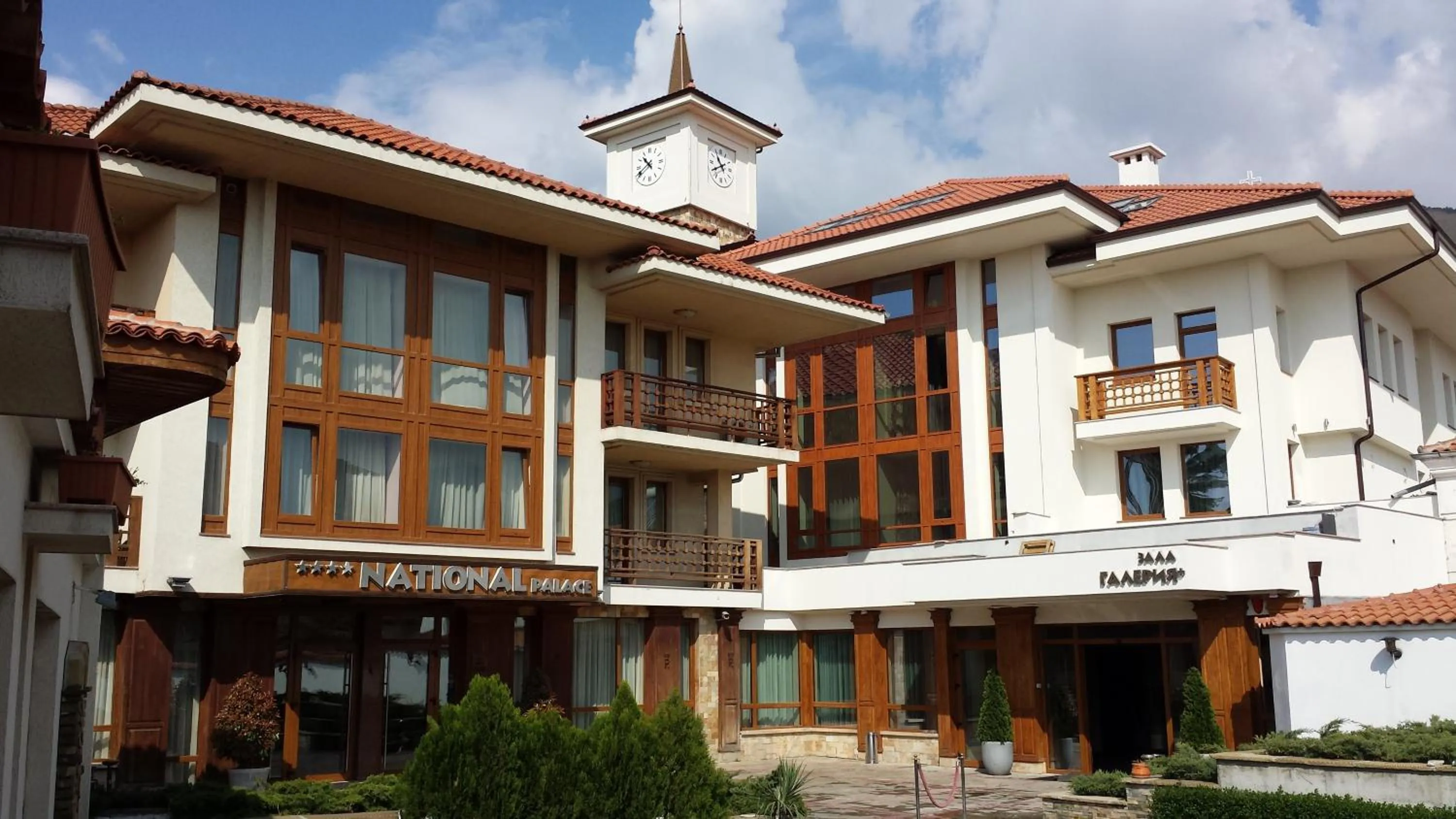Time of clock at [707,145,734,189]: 10:40
